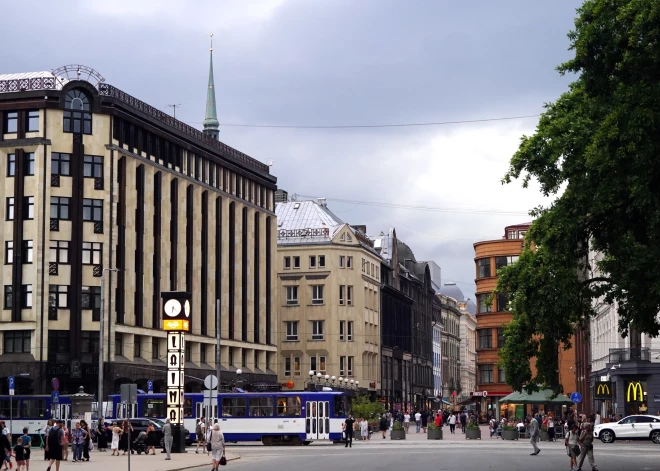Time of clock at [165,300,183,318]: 6:21
